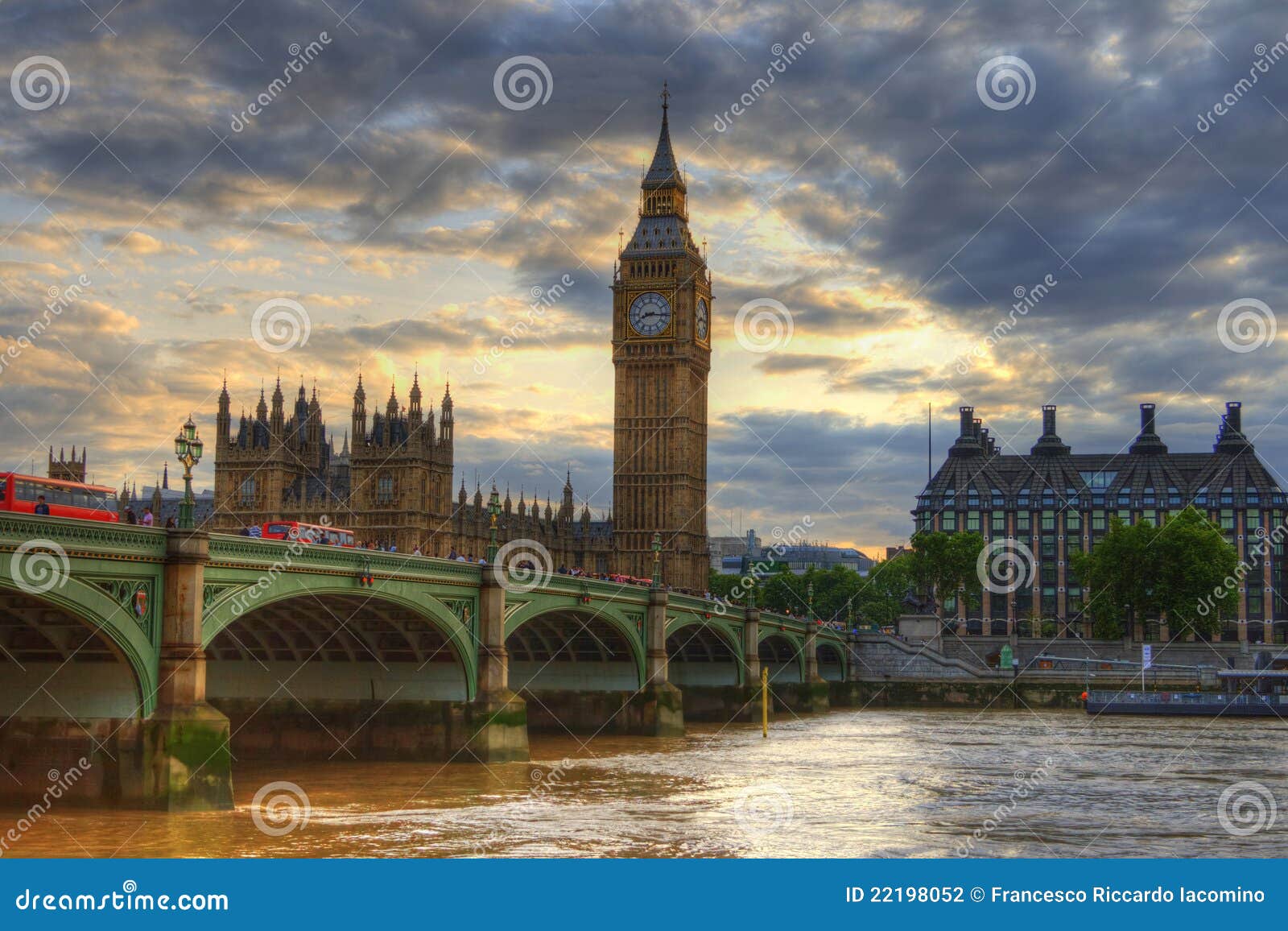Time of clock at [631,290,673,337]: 8:16
